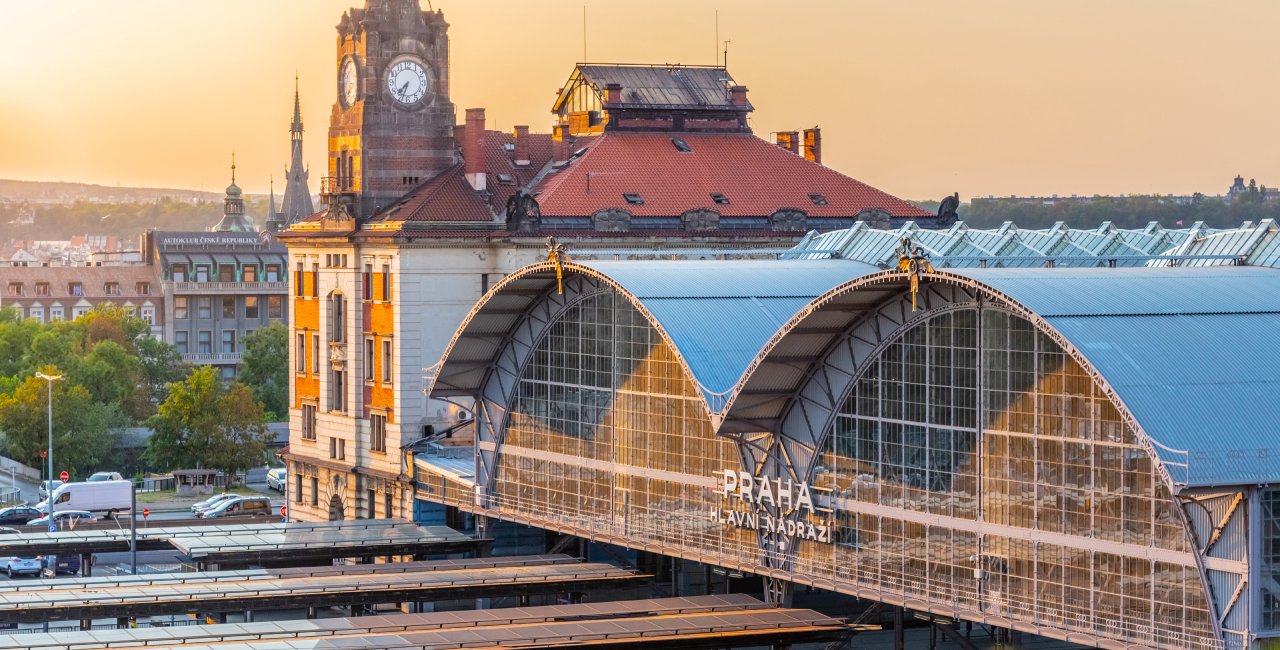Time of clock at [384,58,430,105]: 7:33
